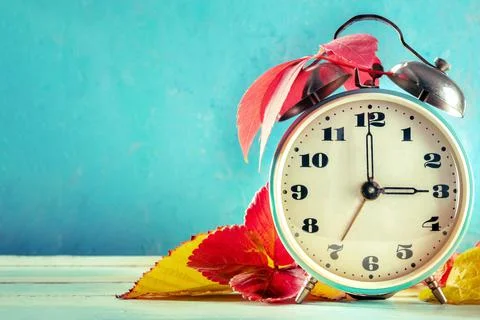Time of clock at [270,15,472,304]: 2:59
